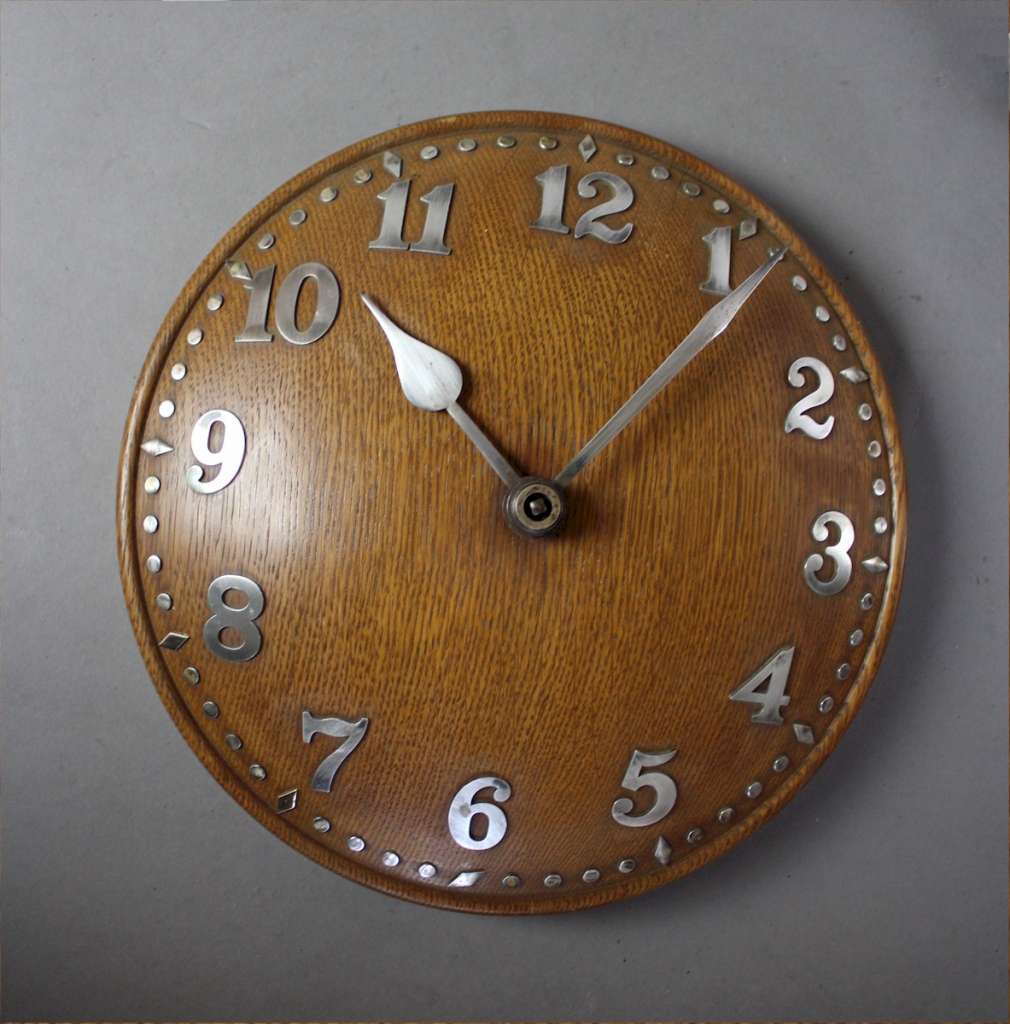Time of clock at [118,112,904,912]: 10:06
